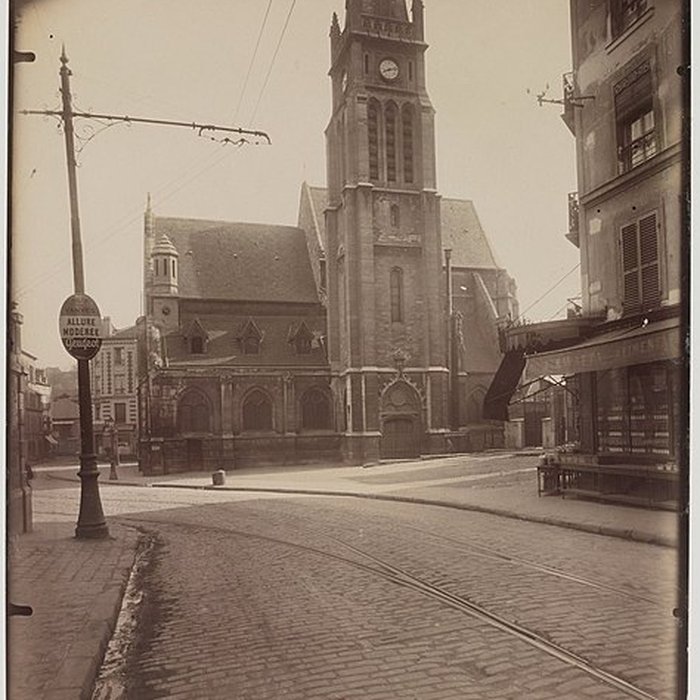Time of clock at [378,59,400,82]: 8:12
